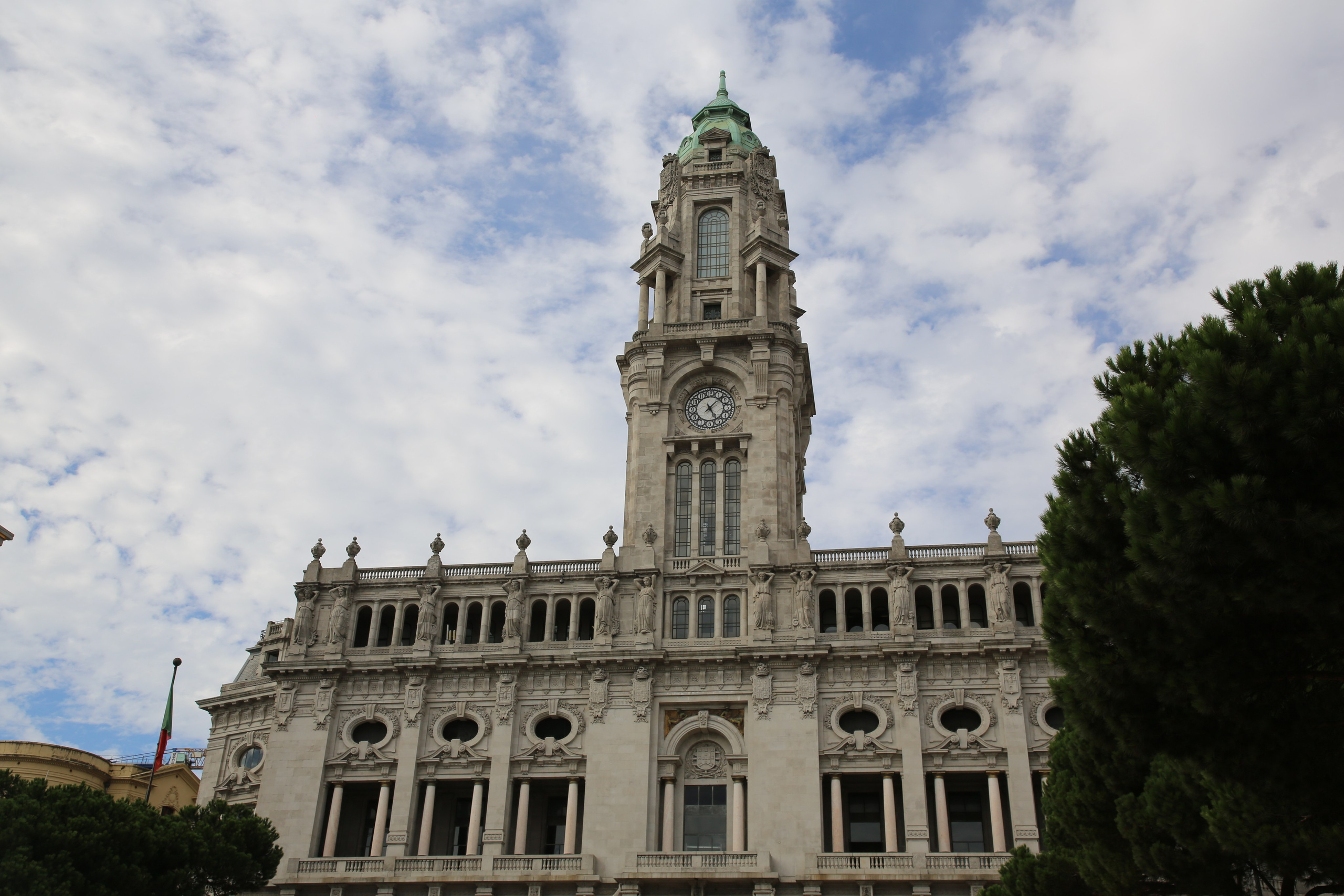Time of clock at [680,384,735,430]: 5:07
